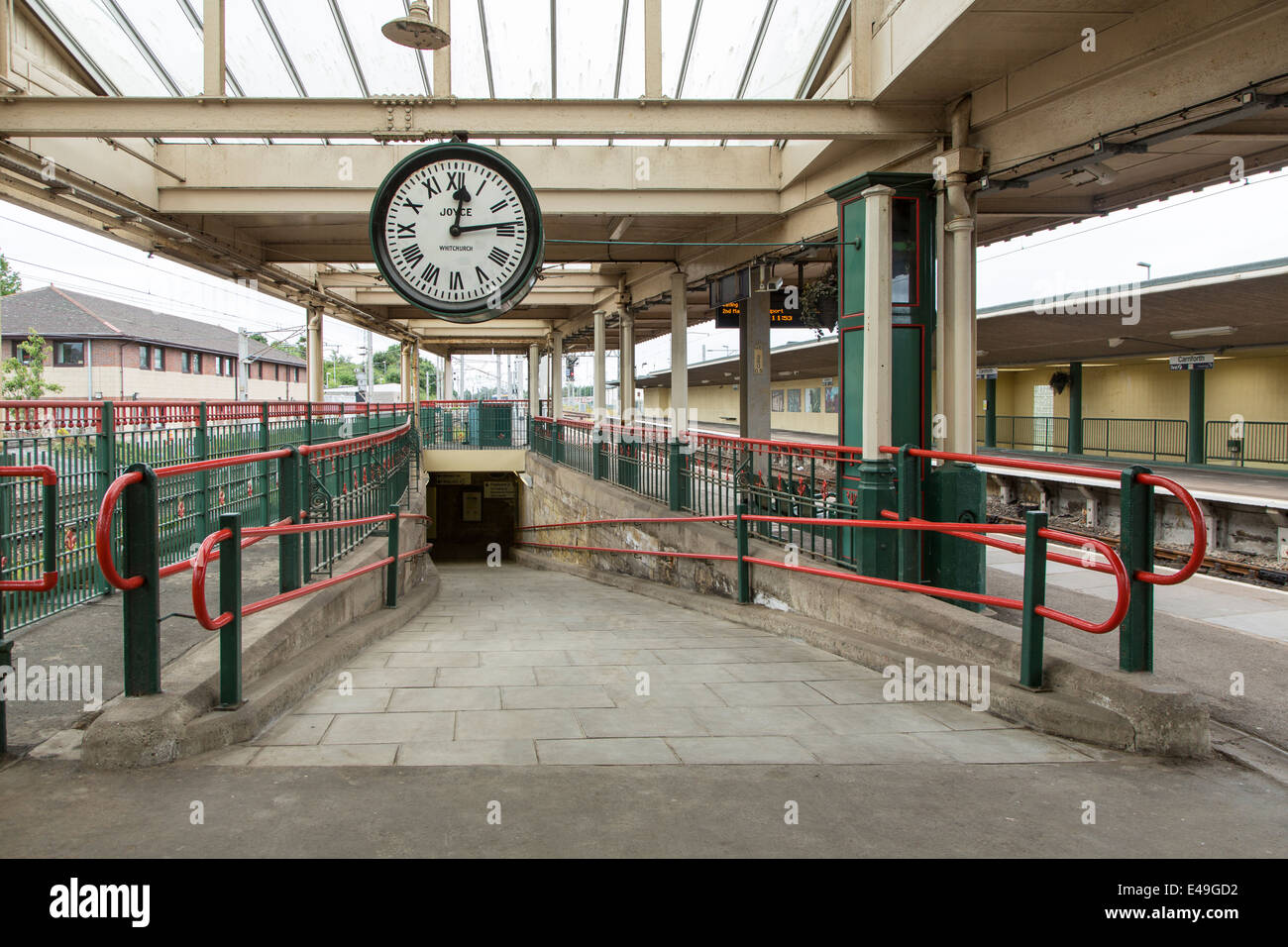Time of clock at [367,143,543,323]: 12:13
